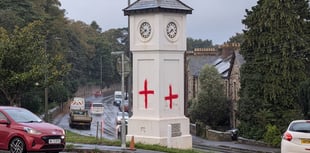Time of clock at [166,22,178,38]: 7:38
